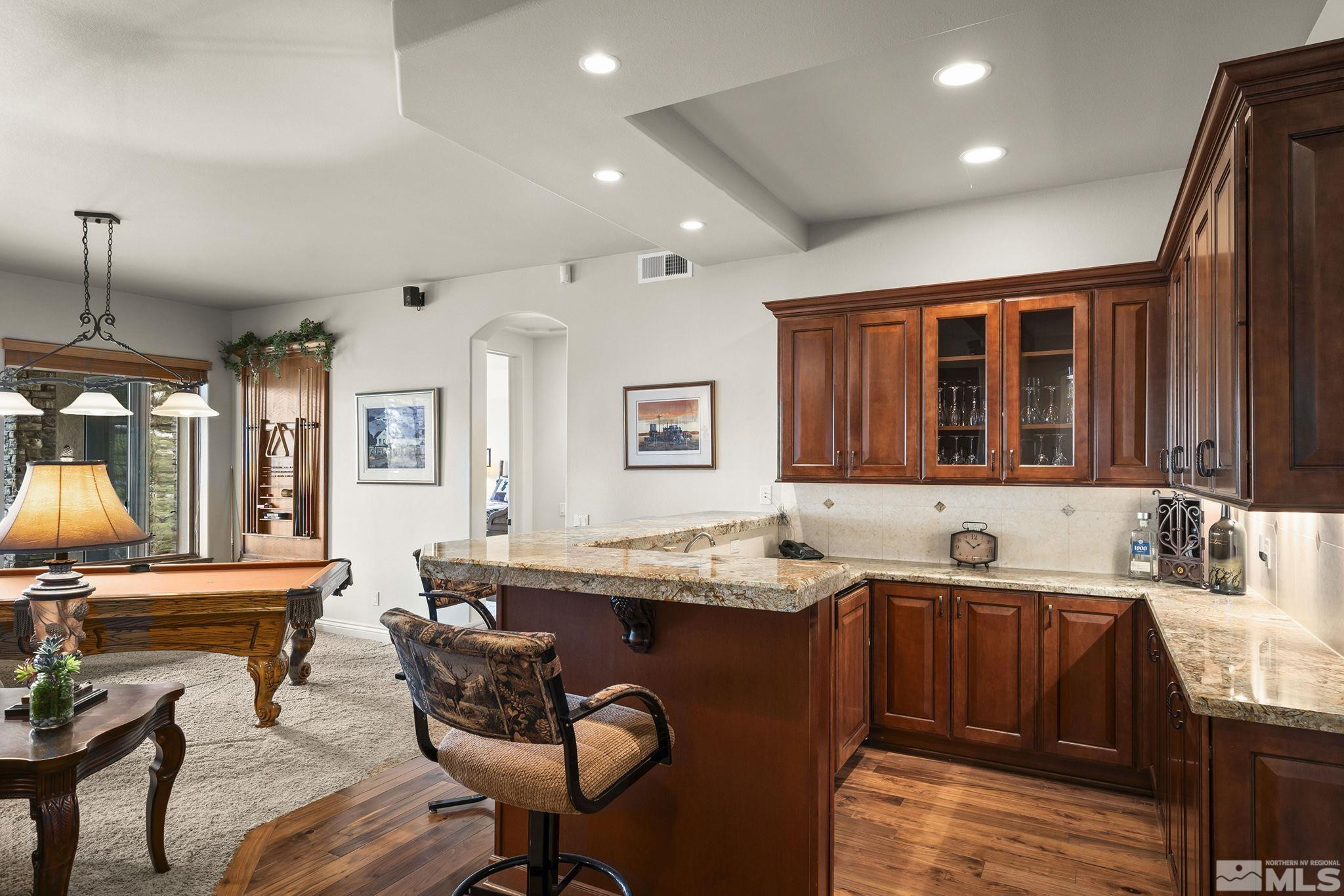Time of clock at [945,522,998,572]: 1:53
